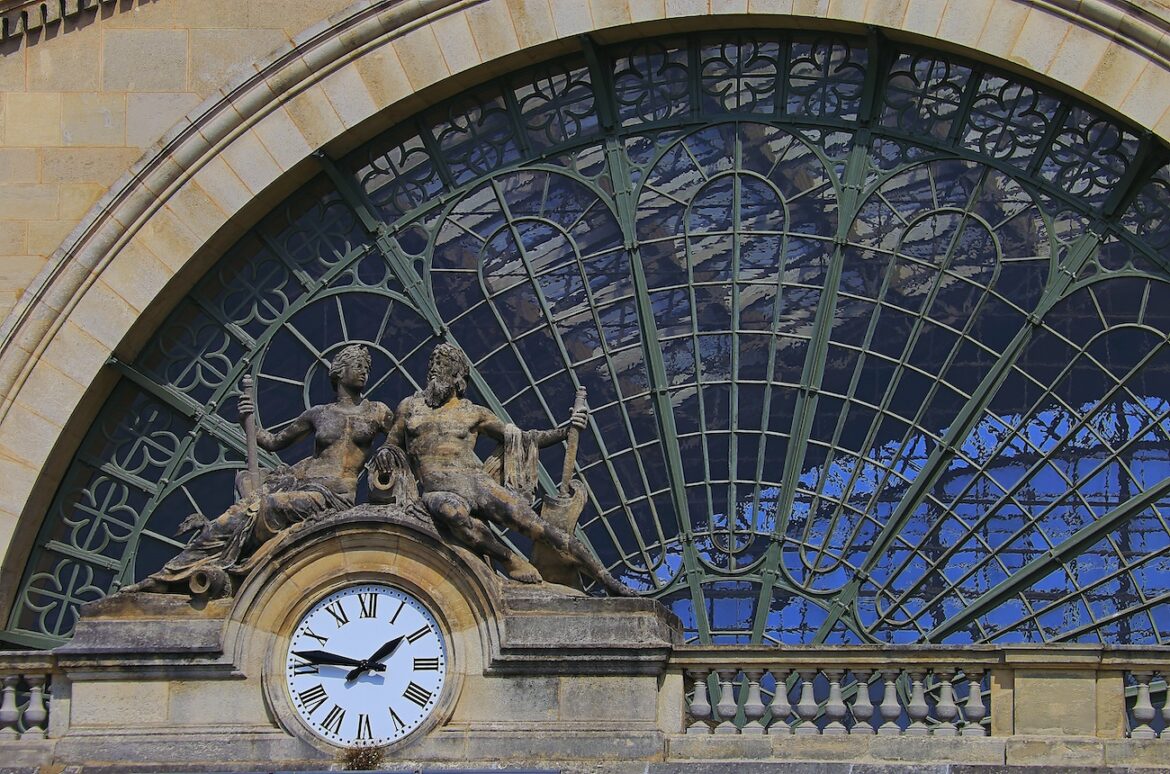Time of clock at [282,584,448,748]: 1:46
